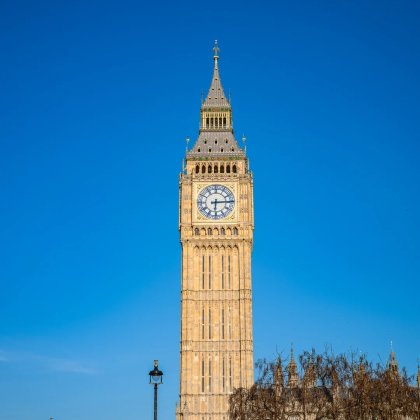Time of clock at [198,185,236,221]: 6:14
